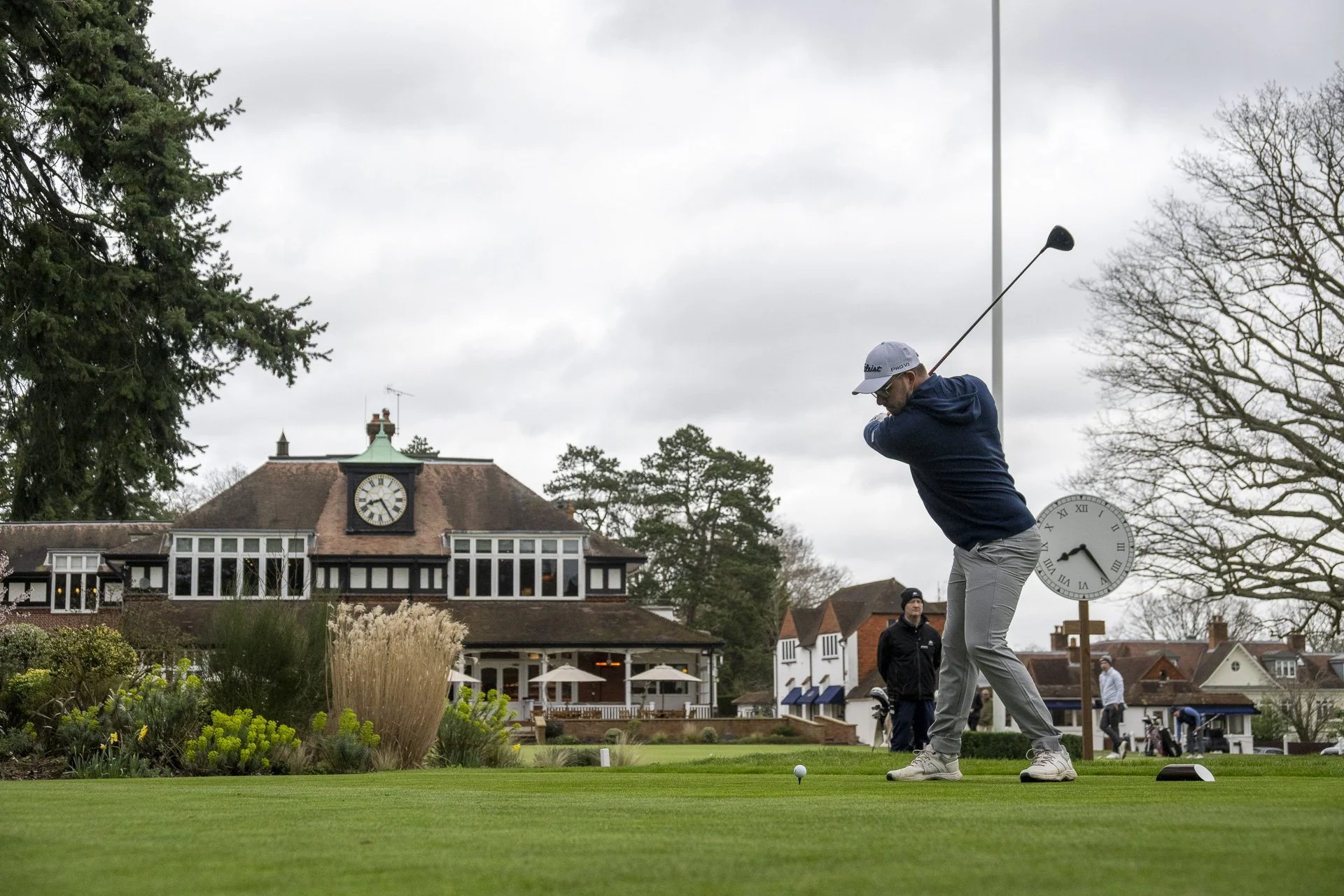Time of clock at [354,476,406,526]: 8:24
